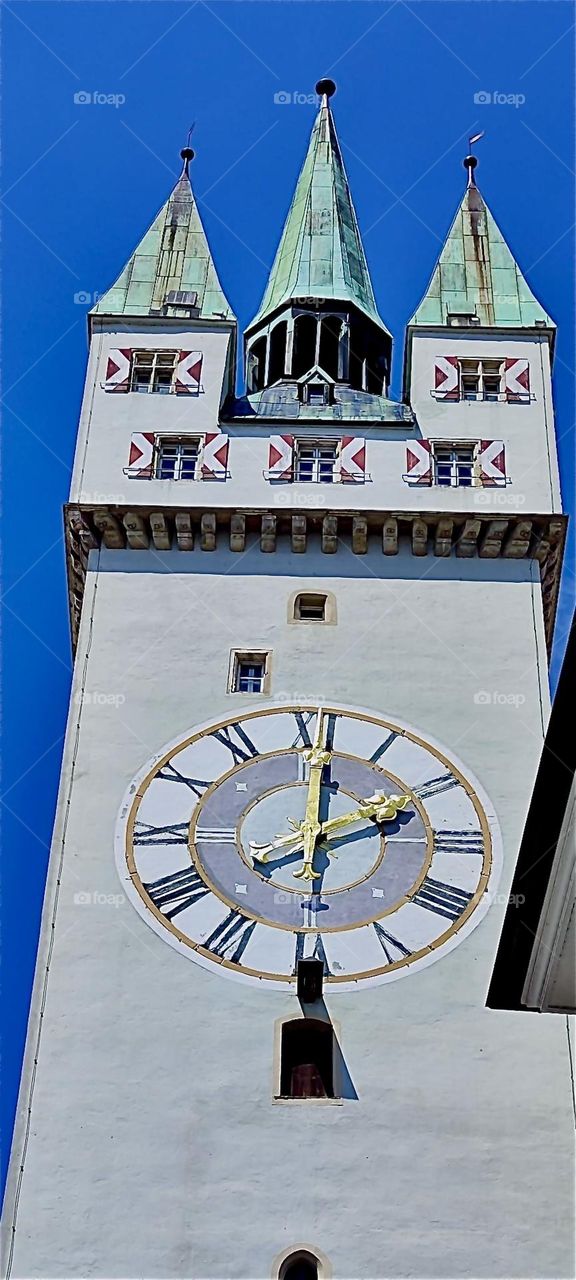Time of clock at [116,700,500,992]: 2:01
